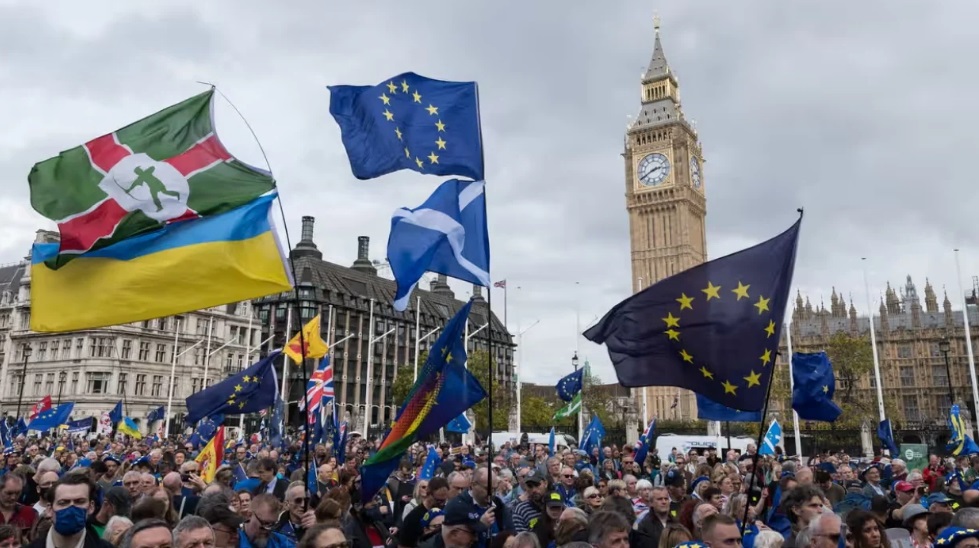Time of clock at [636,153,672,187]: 2:40
